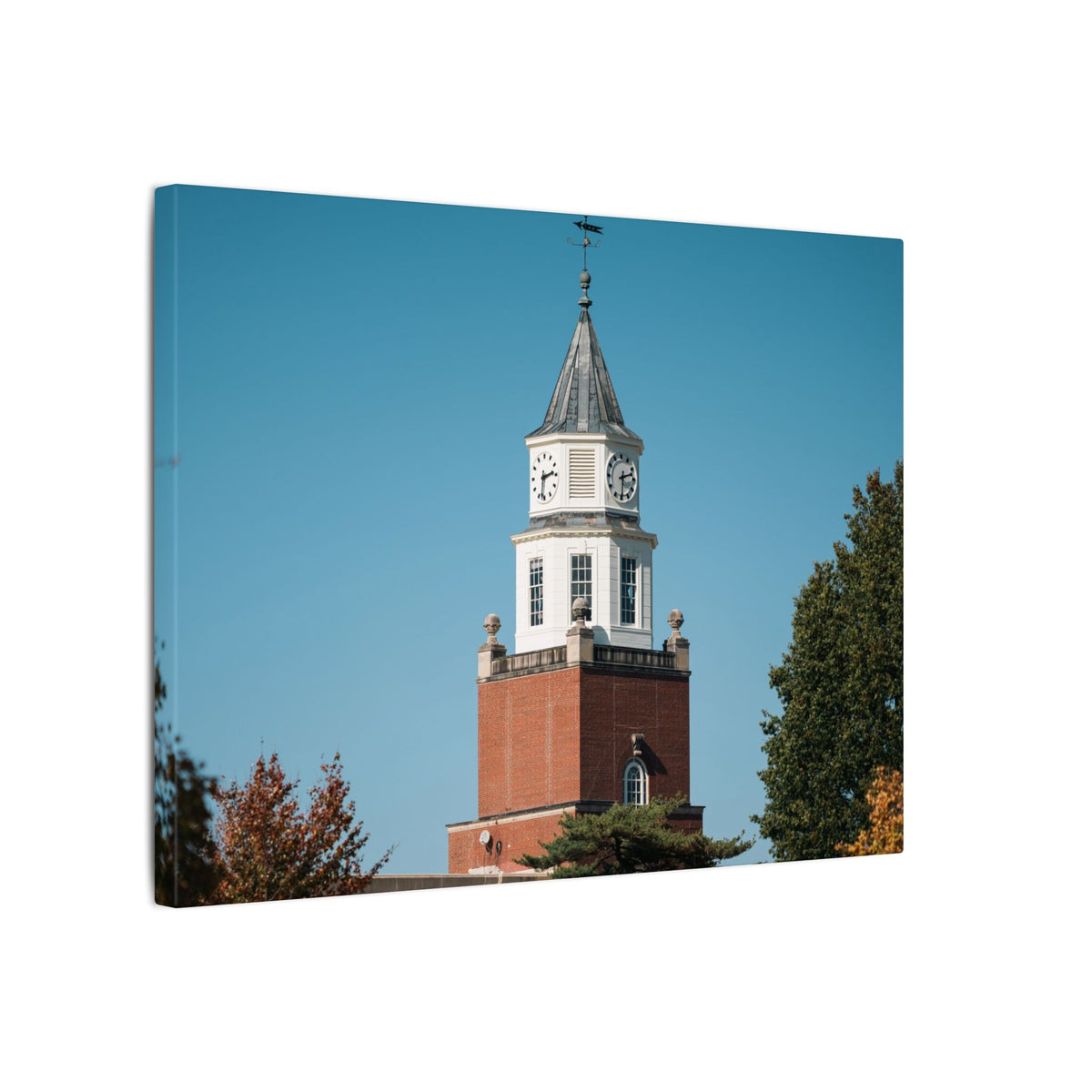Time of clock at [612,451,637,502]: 2:30
